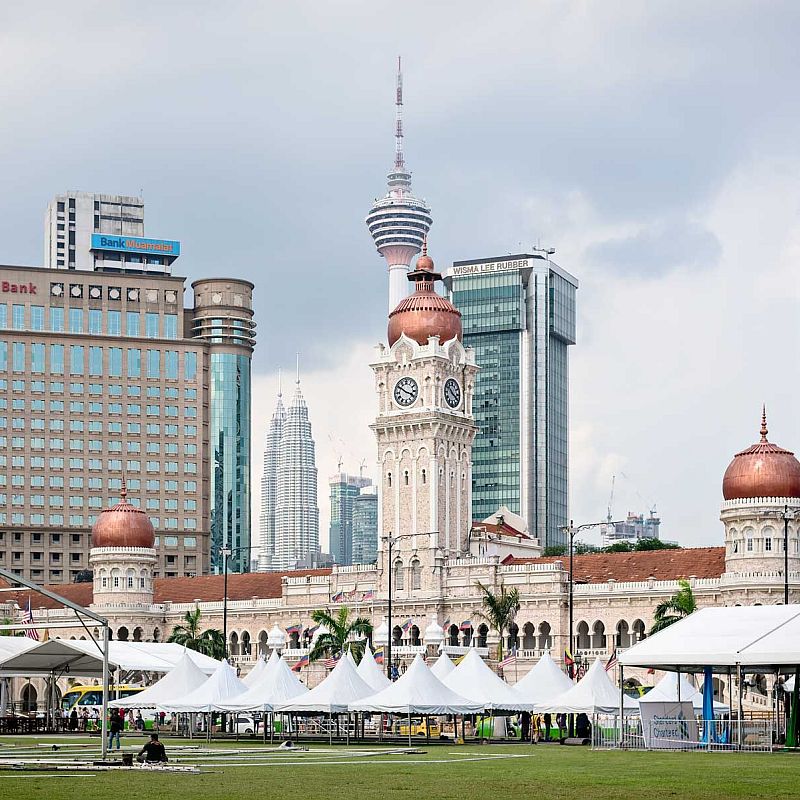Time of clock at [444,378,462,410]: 10:20
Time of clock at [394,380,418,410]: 3:50
